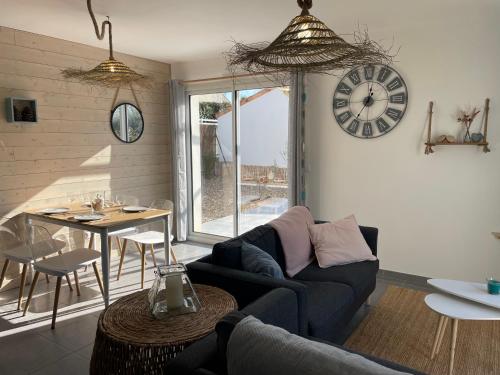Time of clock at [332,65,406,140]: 12:36
